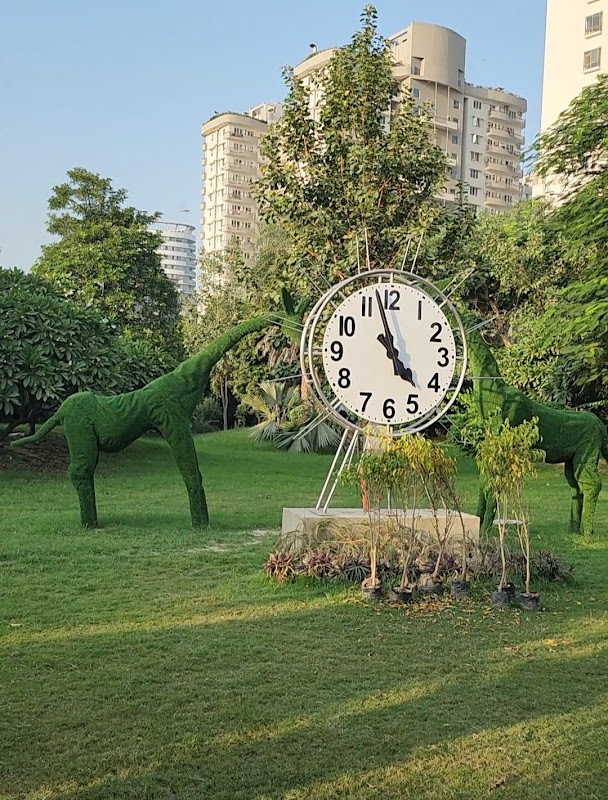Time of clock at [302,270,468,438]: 4:57
